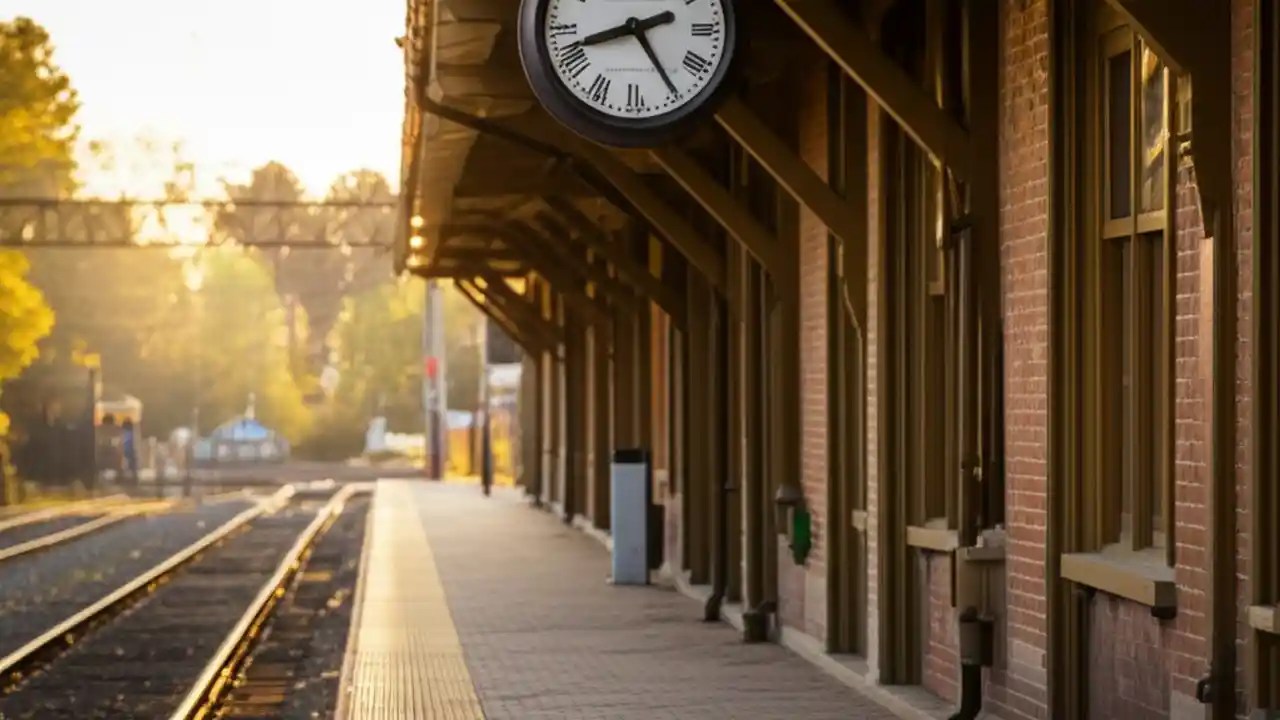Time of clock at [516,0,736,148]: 8:24
